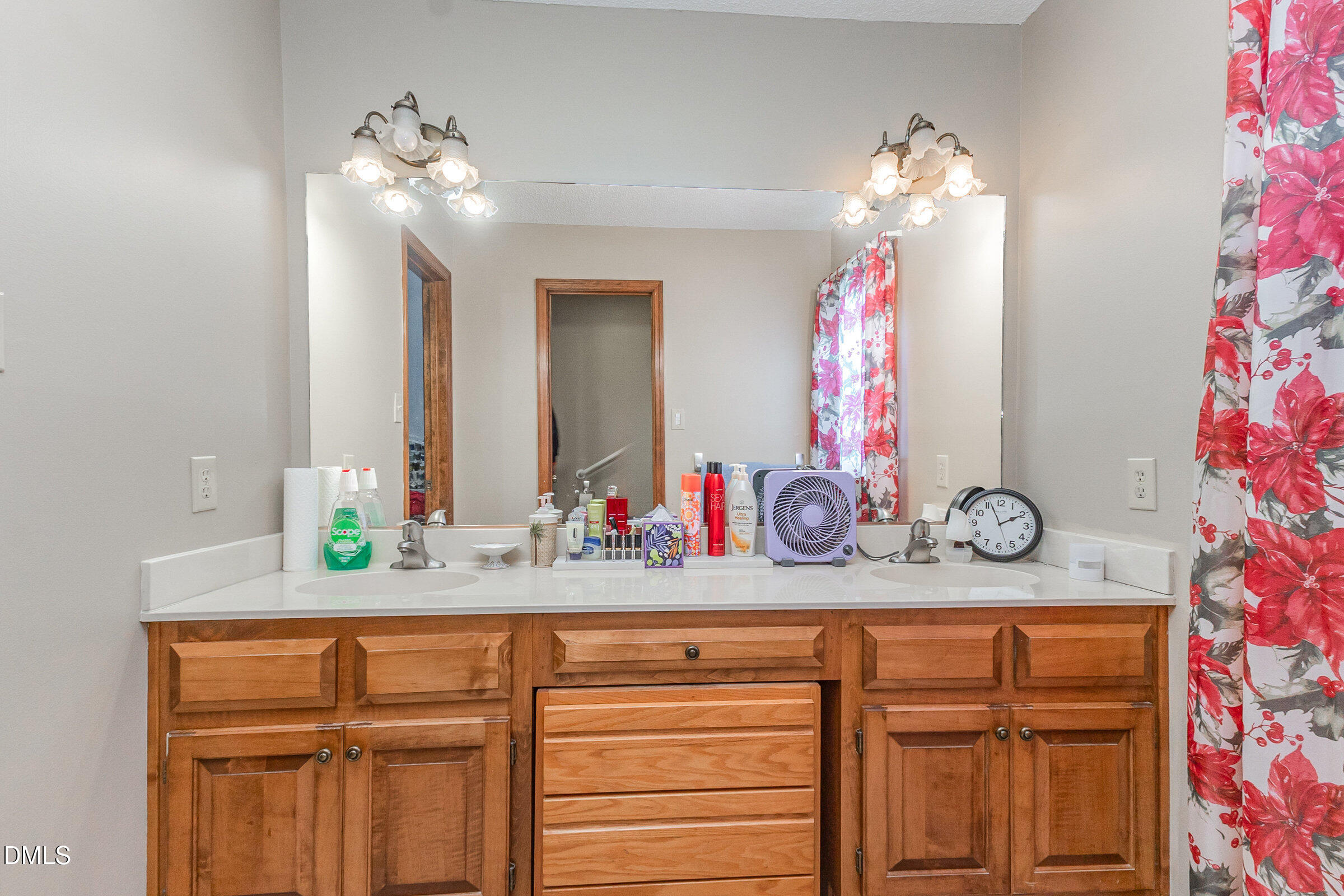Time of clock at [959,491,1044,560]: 1:56
